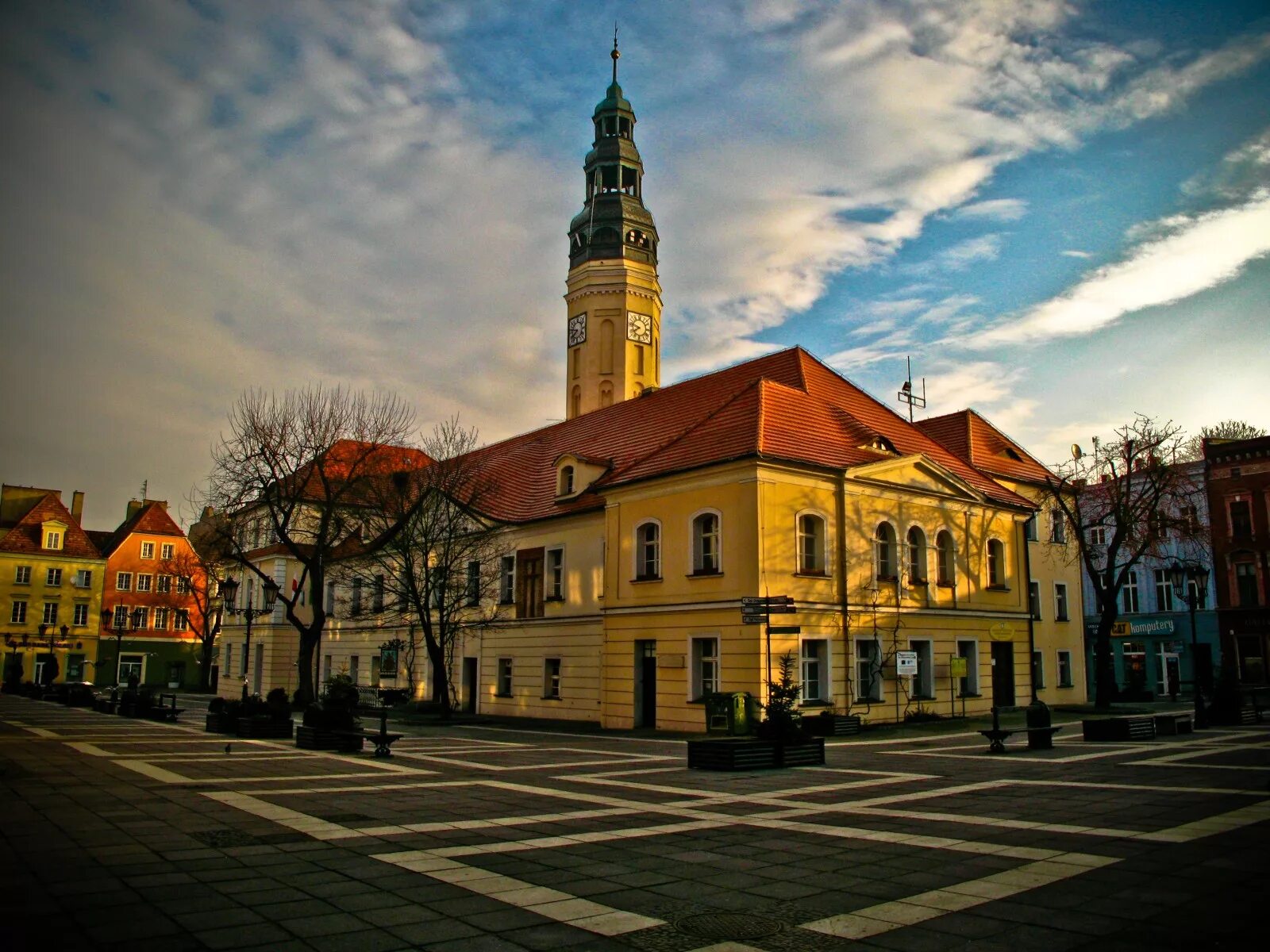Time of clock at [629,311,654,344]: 7:47
